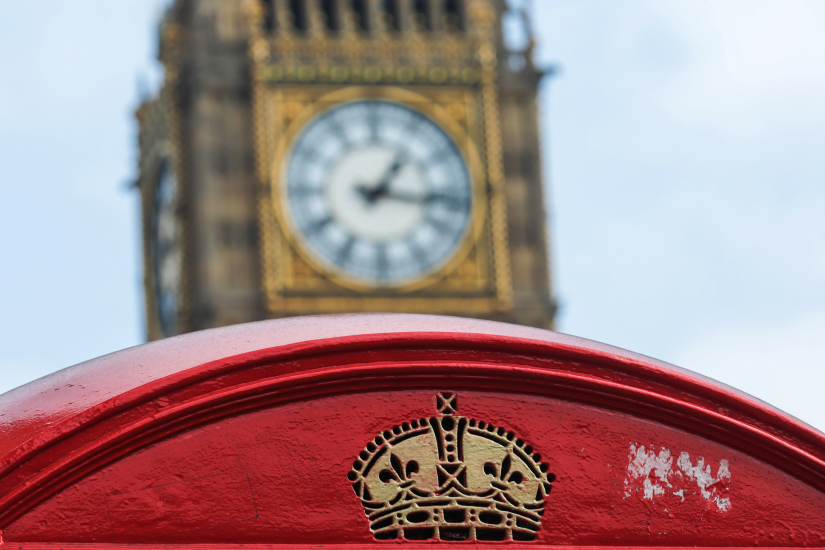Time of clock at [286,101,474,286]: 1:16
